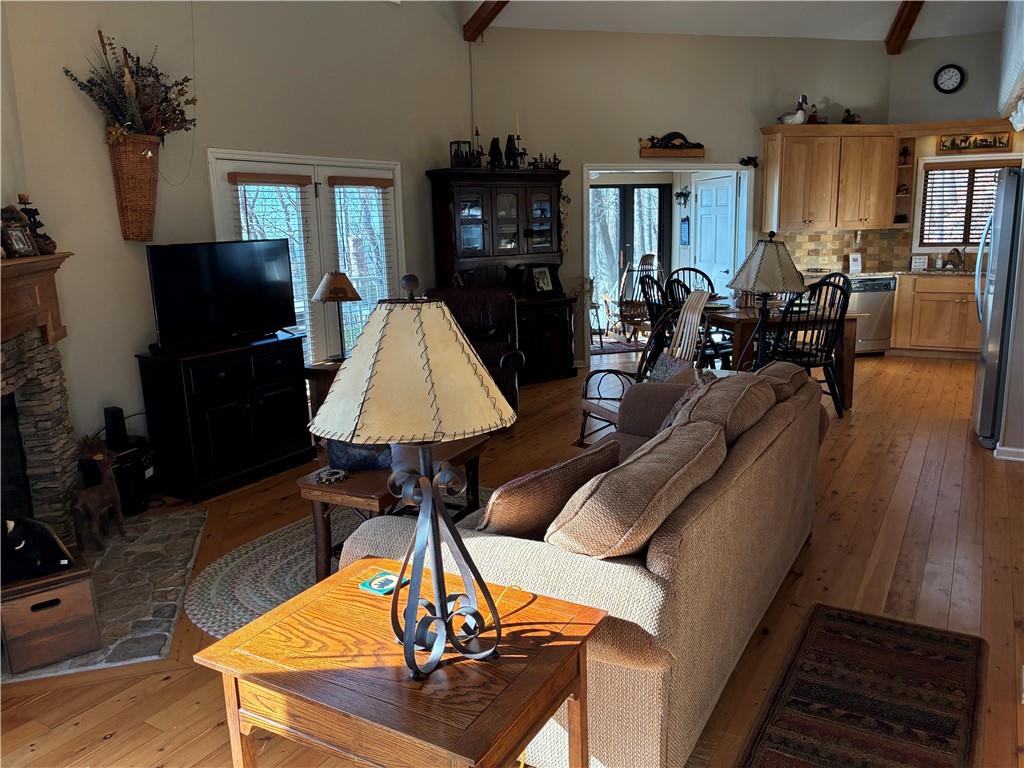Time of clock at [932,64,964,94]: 1:40
